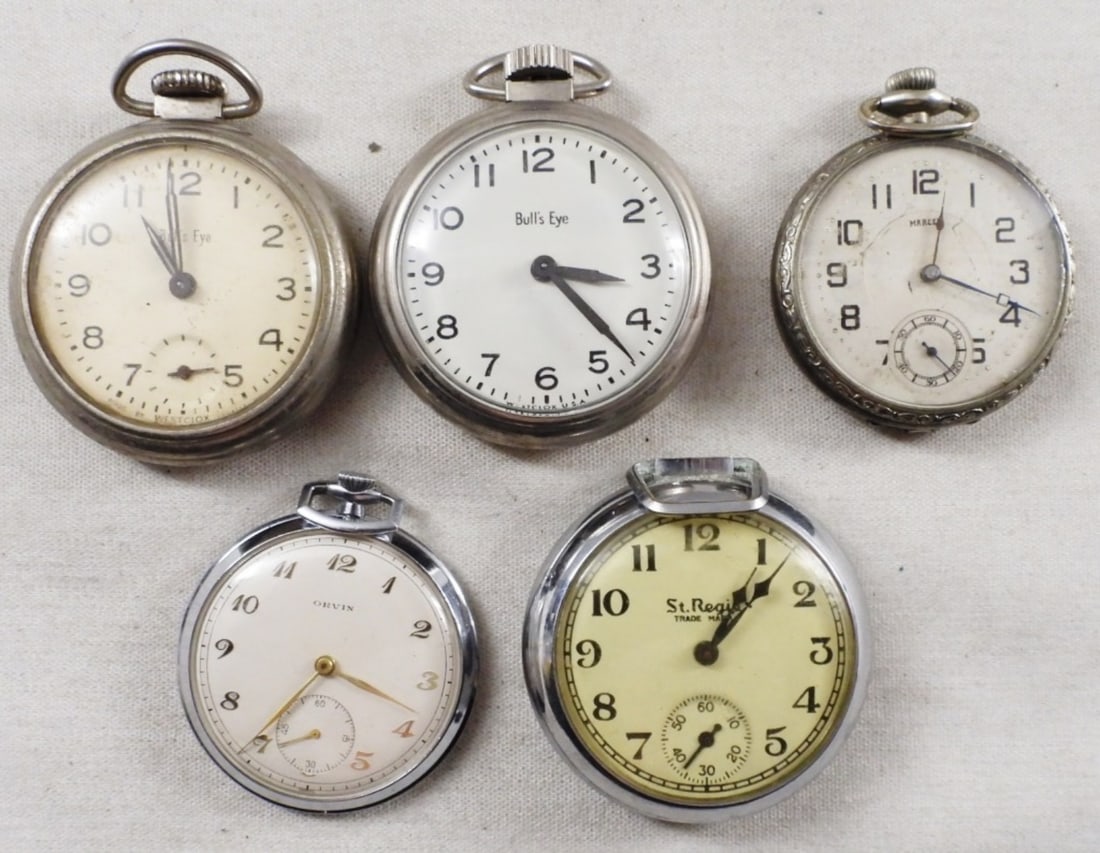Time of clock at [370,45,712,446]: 3:22
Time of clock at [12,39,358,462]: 10:59
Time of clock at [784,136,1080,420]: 12:18
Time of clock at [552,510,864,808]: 1:07
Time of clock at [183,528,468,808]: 3:35
